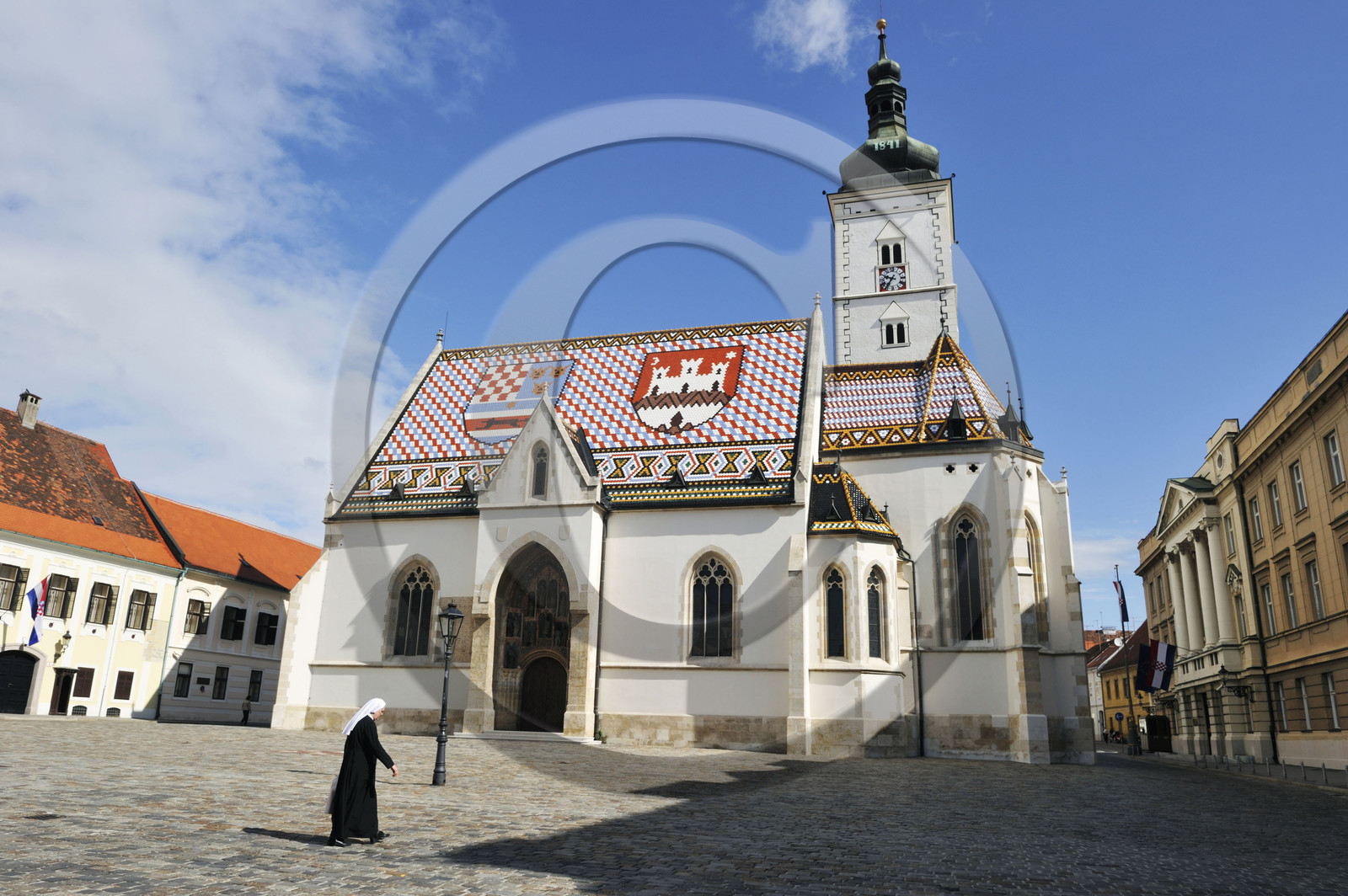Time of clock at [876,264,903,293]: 9:36
